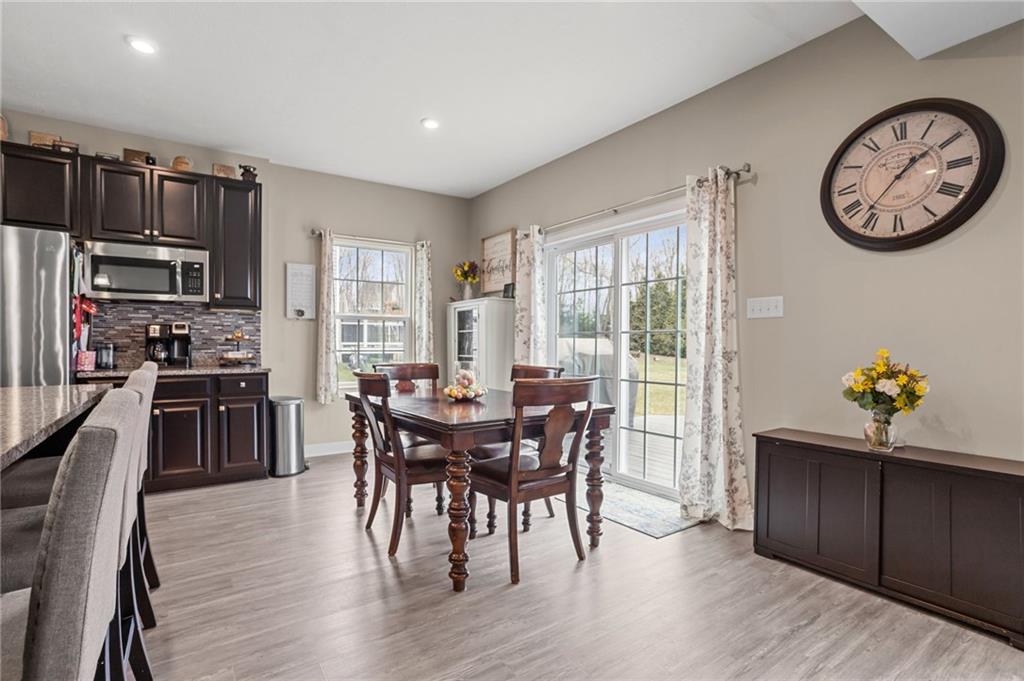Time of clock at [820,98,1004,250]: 1:36
